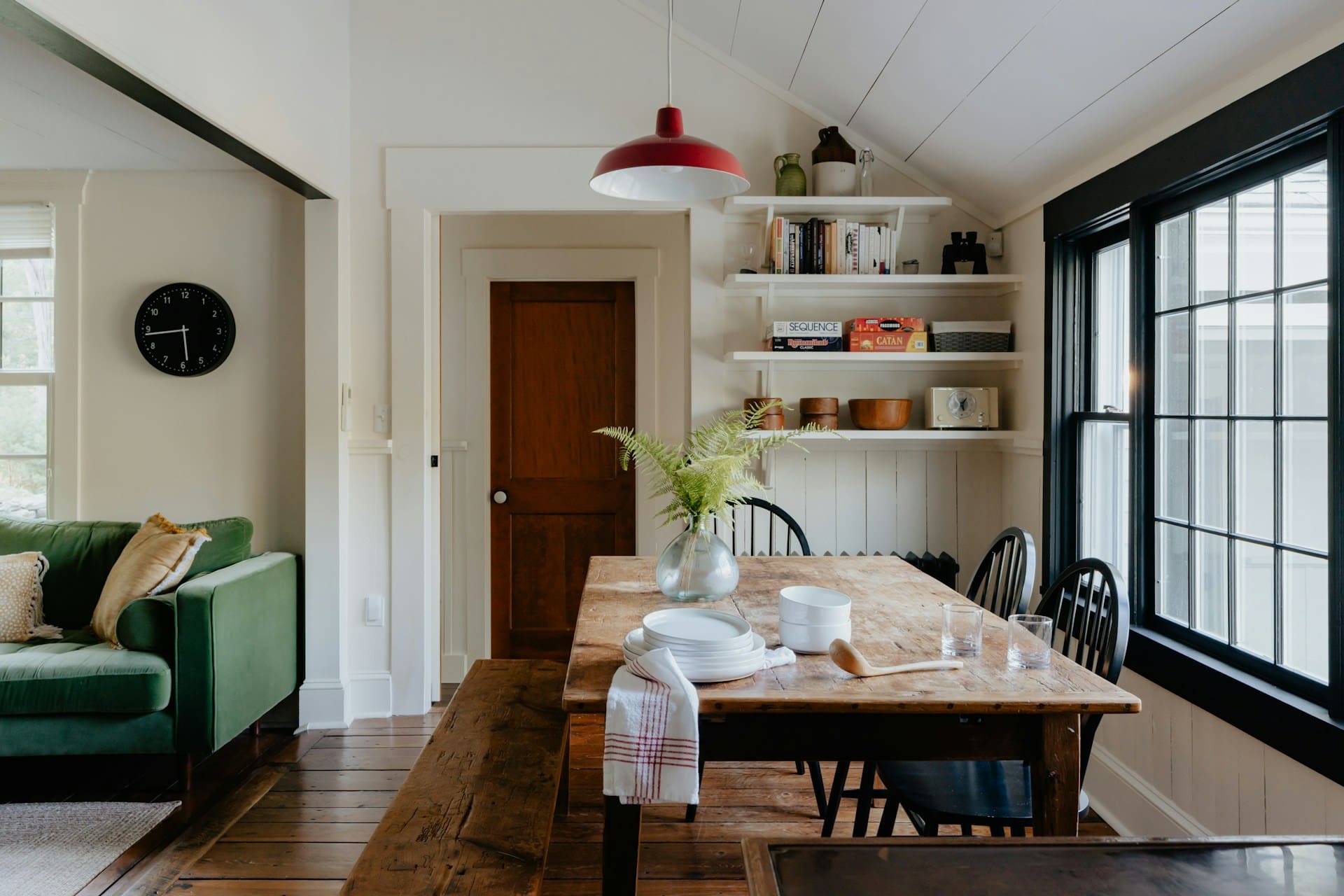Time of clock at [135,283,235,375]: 5:43
